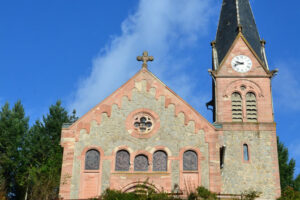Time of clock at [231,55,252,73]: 9:42
